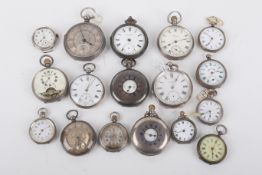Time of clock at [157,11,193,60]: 8:12
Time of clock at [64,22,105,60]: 3:56
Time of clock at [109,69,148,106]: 6:34
